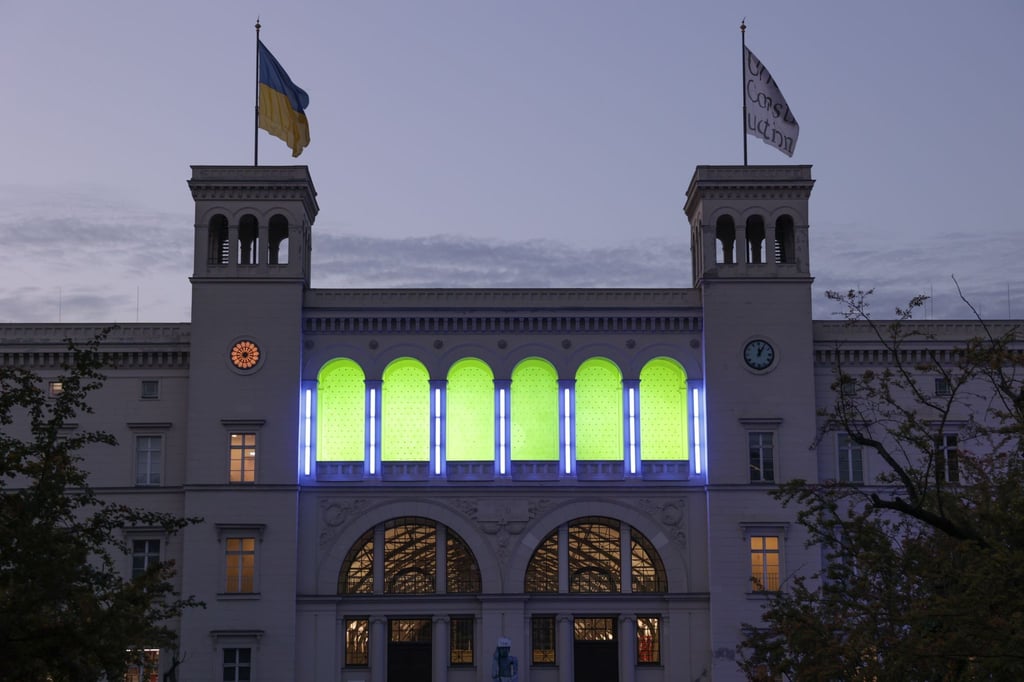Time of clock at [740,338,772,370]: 12:05
